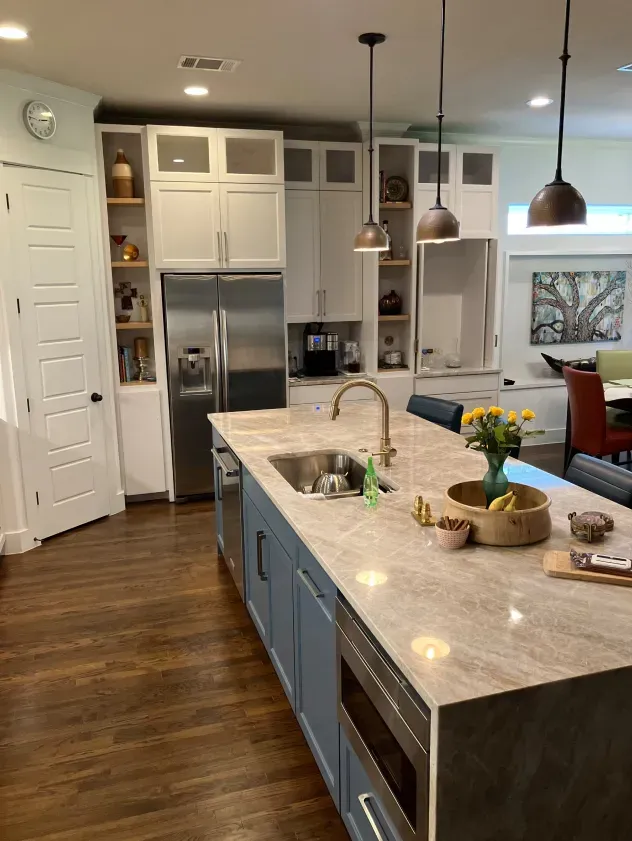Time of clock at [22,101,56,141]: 2:46
